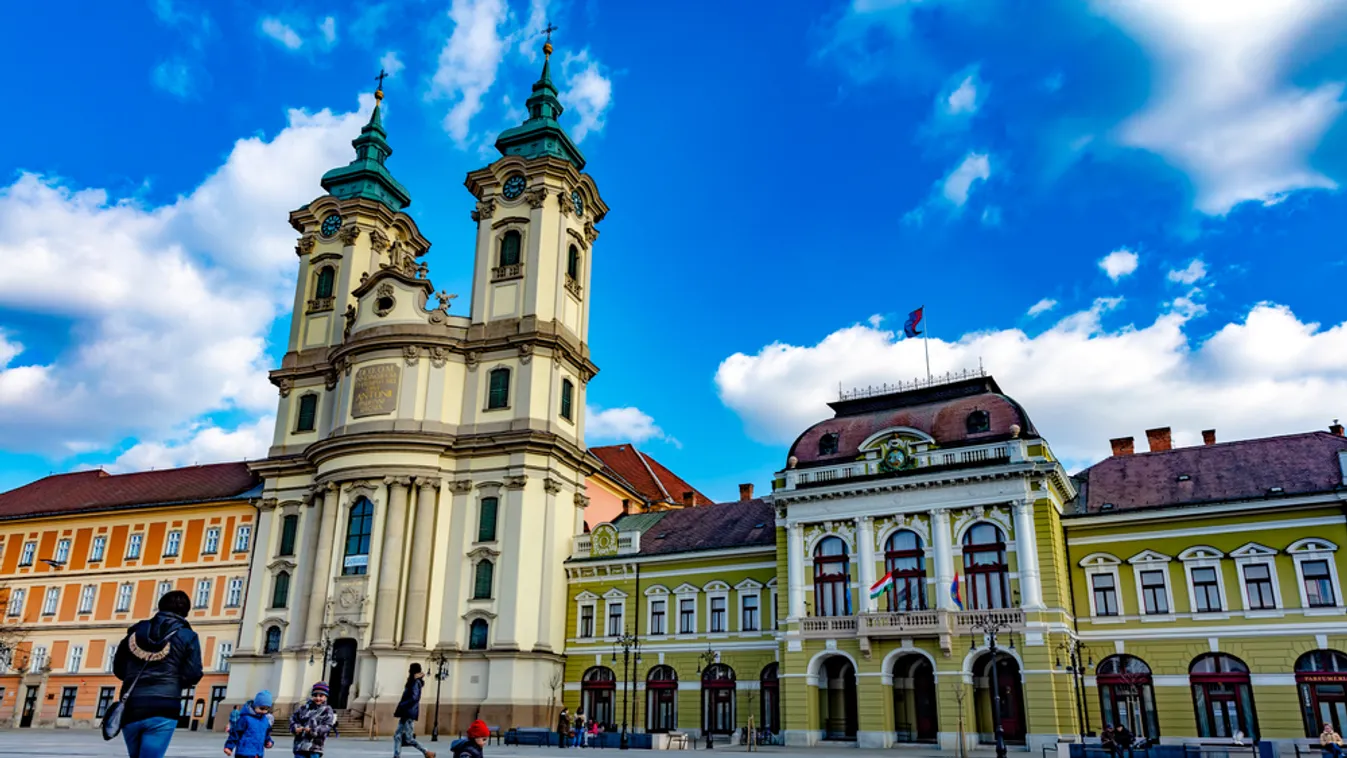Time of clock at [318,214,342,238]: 2:48
